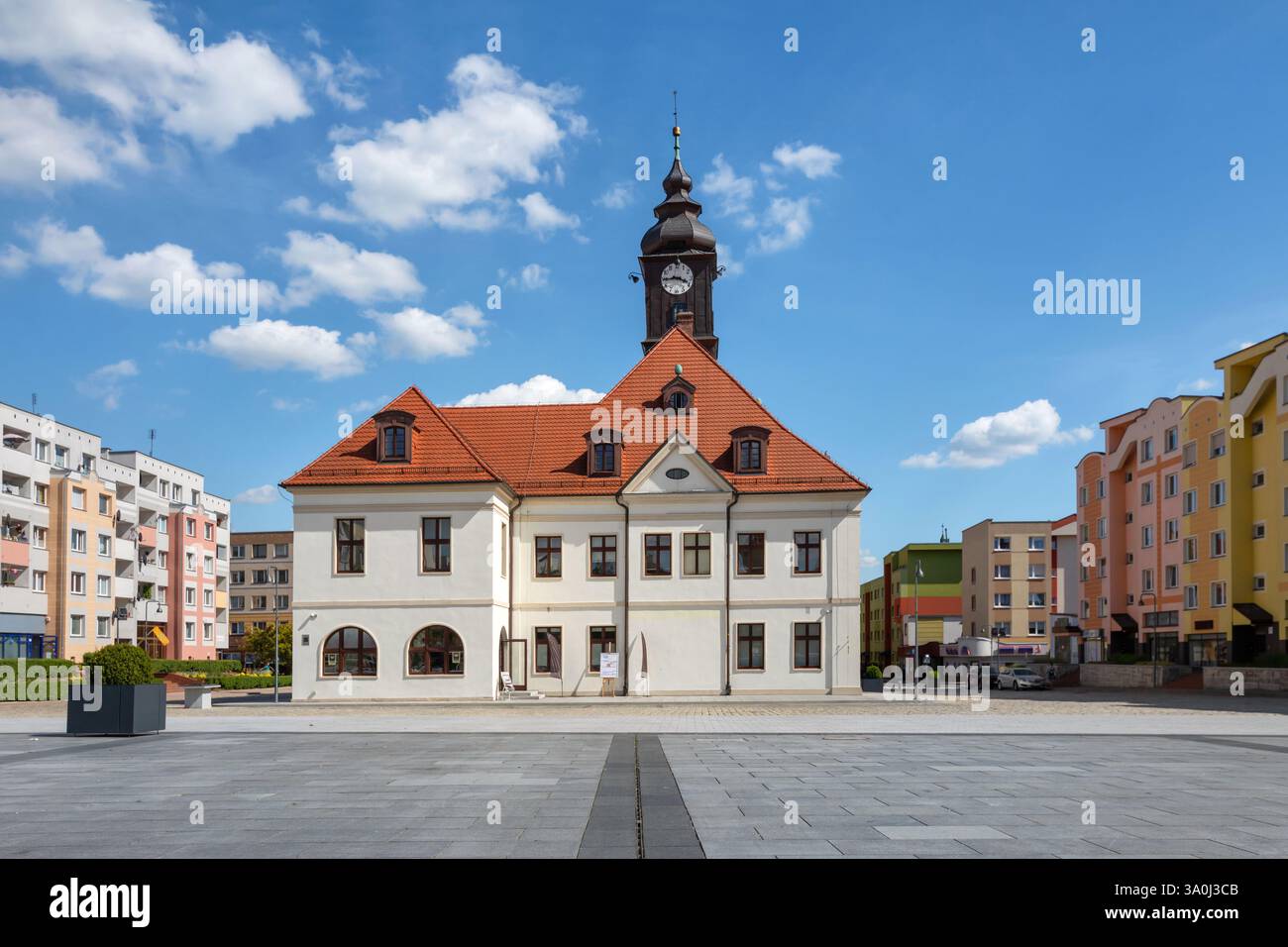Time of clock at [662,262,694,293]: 3:44
